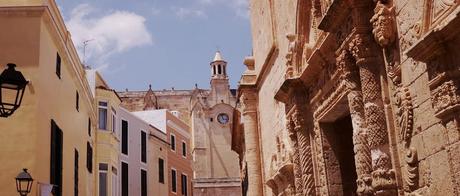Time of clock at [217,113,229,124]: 2:58
